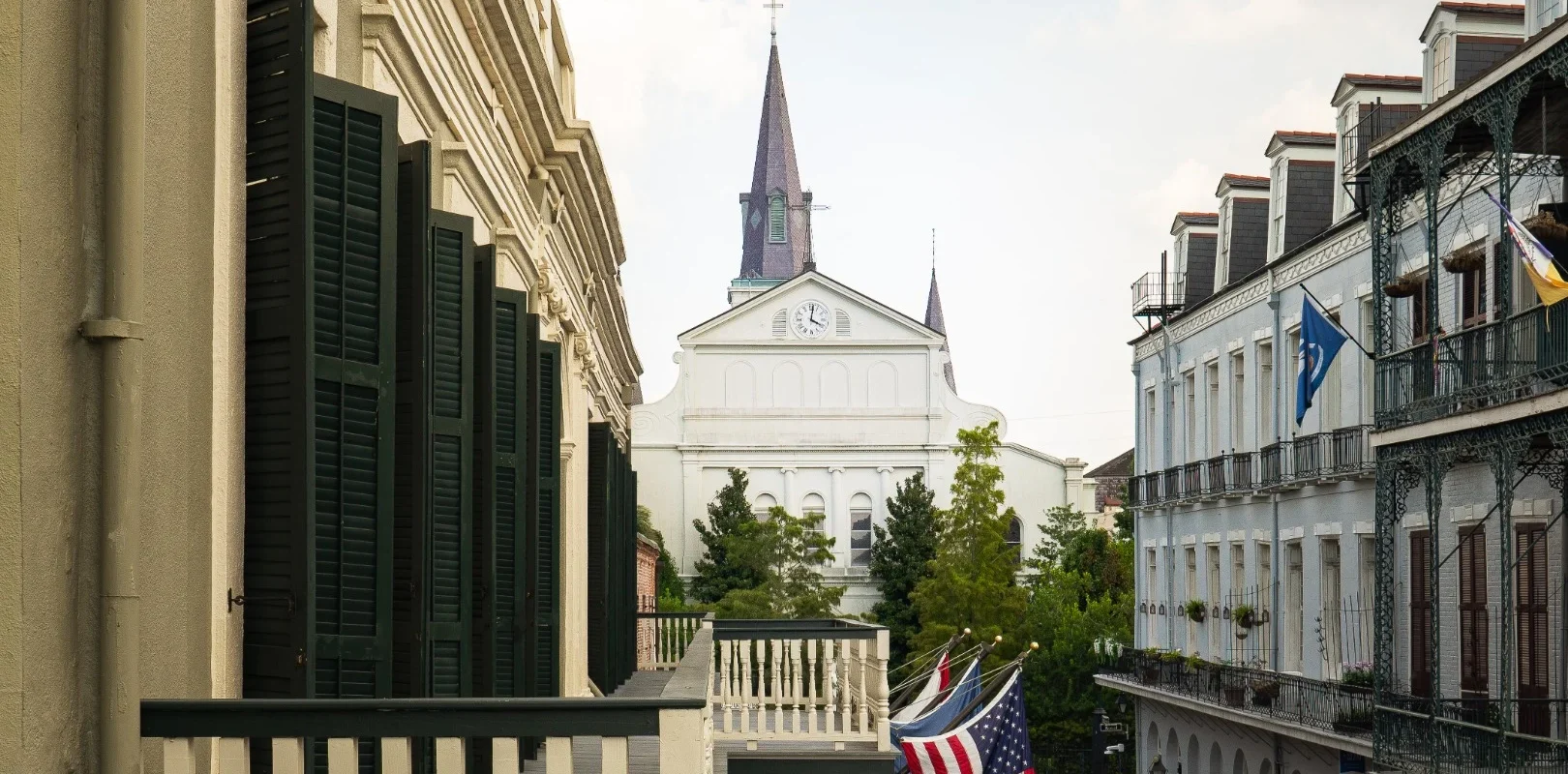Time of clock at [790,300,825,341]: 4:01
